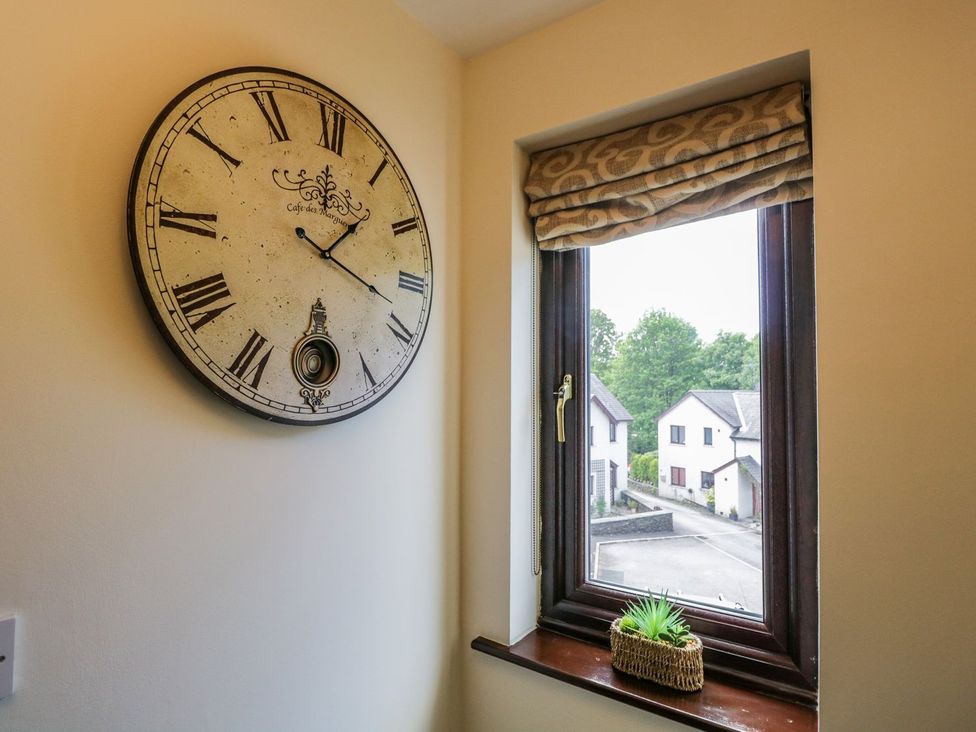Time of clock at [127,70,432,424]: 1:18
